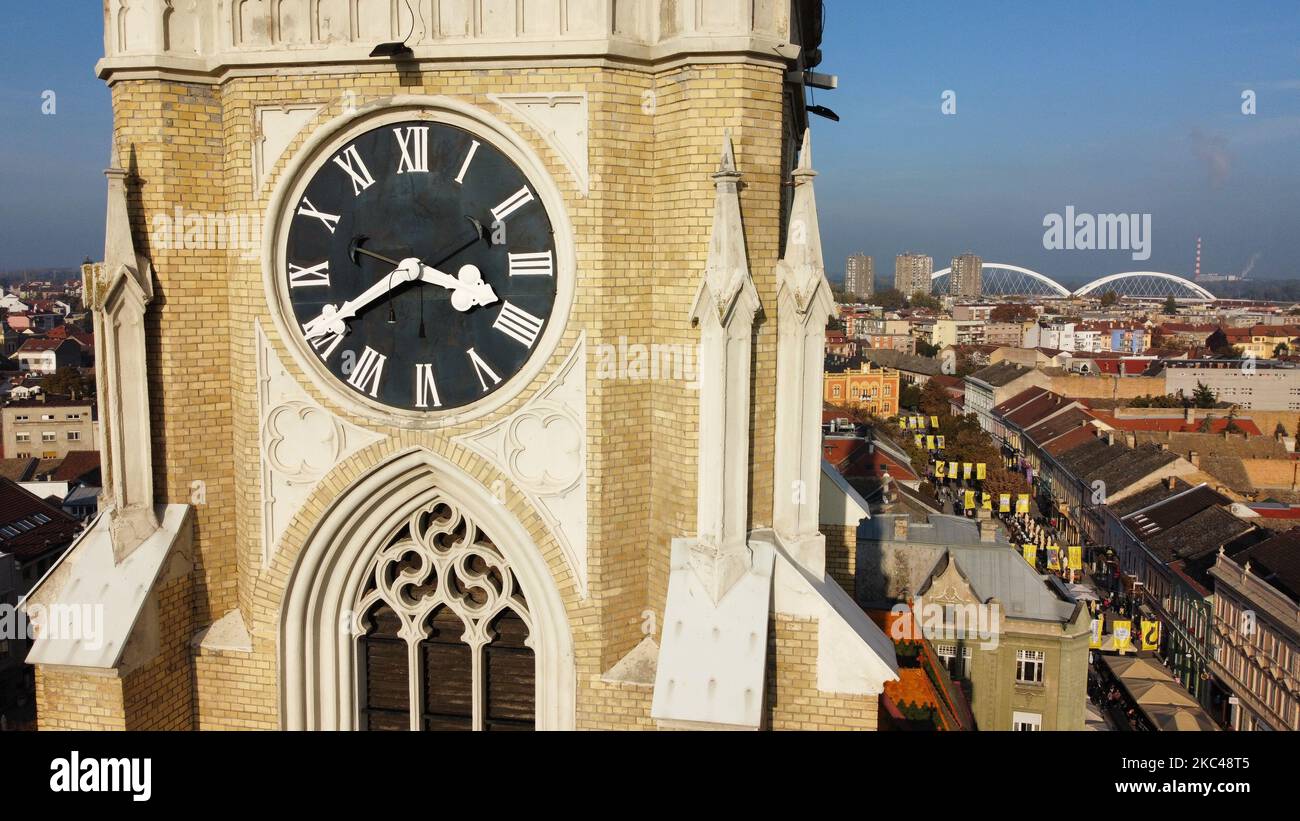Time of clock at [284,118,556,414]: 3:40
